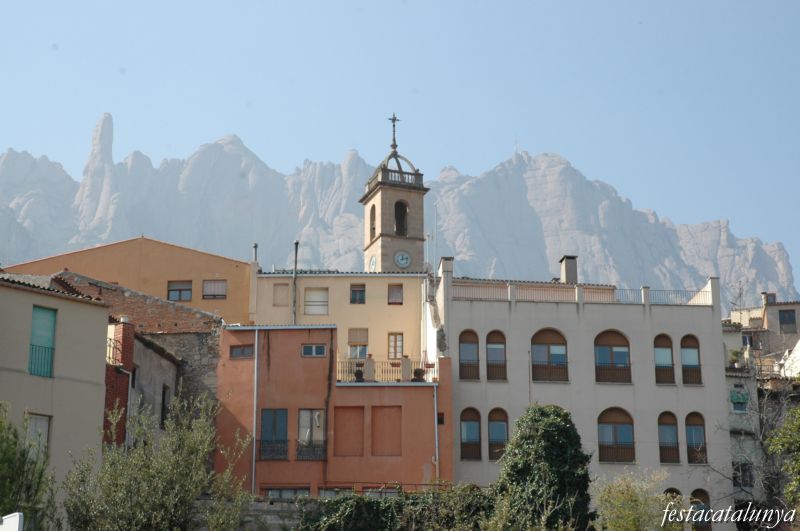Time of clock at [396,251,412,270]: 12:12
